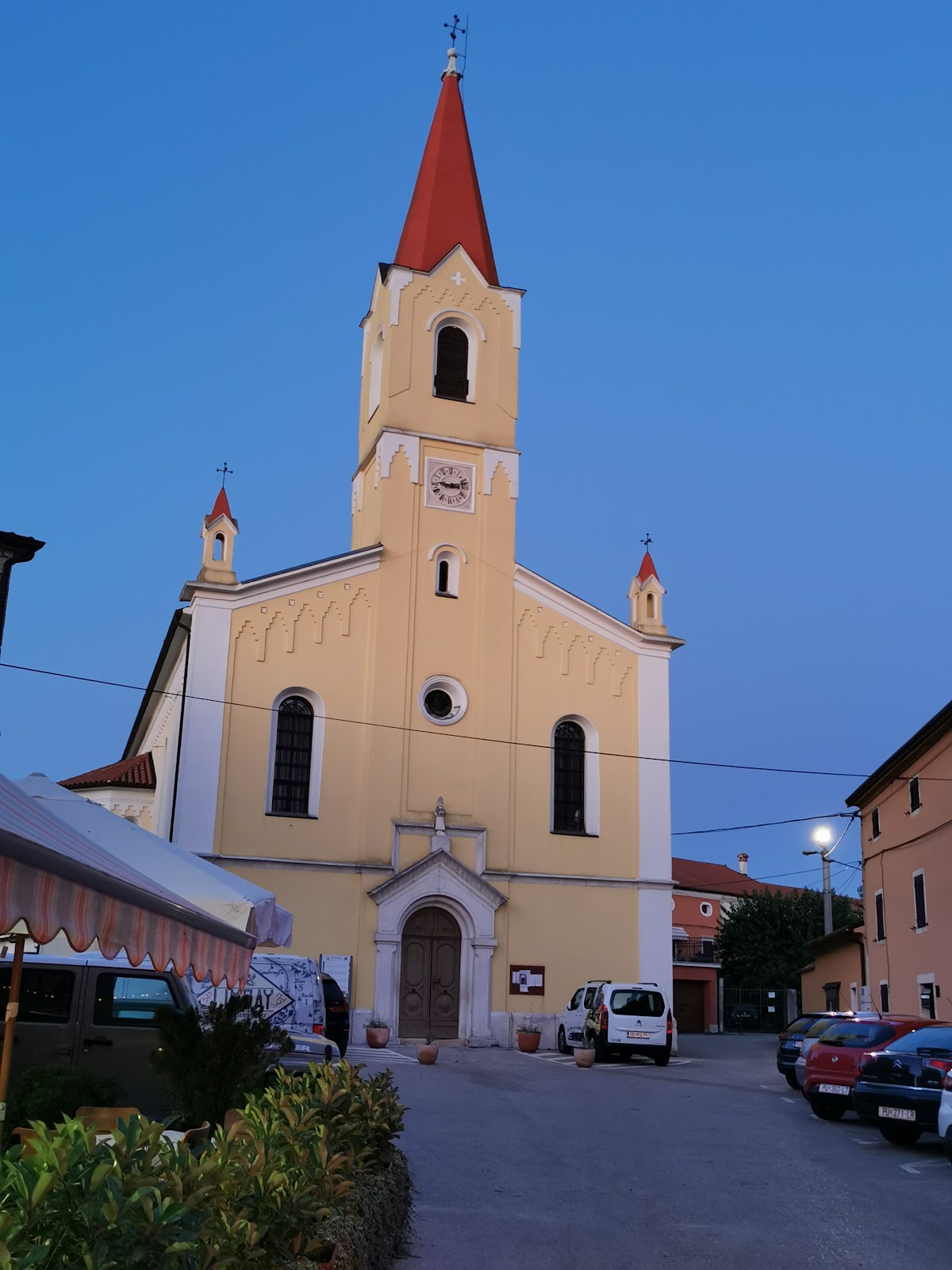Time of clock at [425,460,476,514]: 9:12
